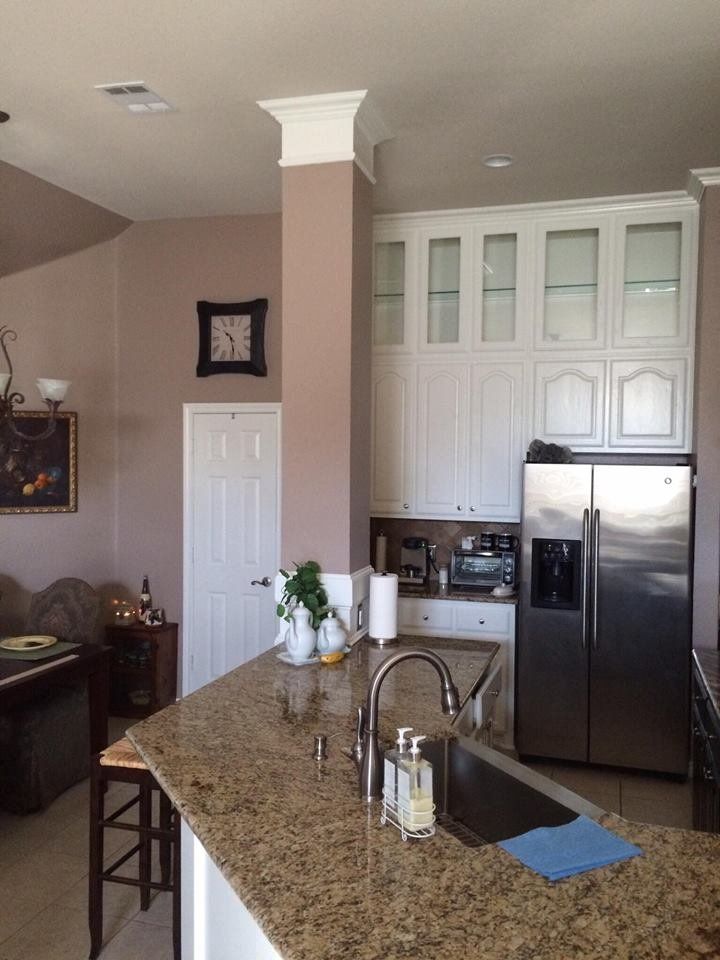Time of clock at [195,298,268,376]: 10:28
